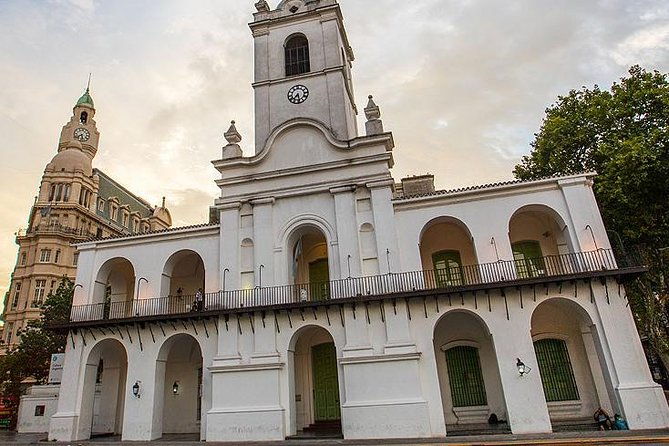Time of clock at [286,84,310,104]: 7:28
